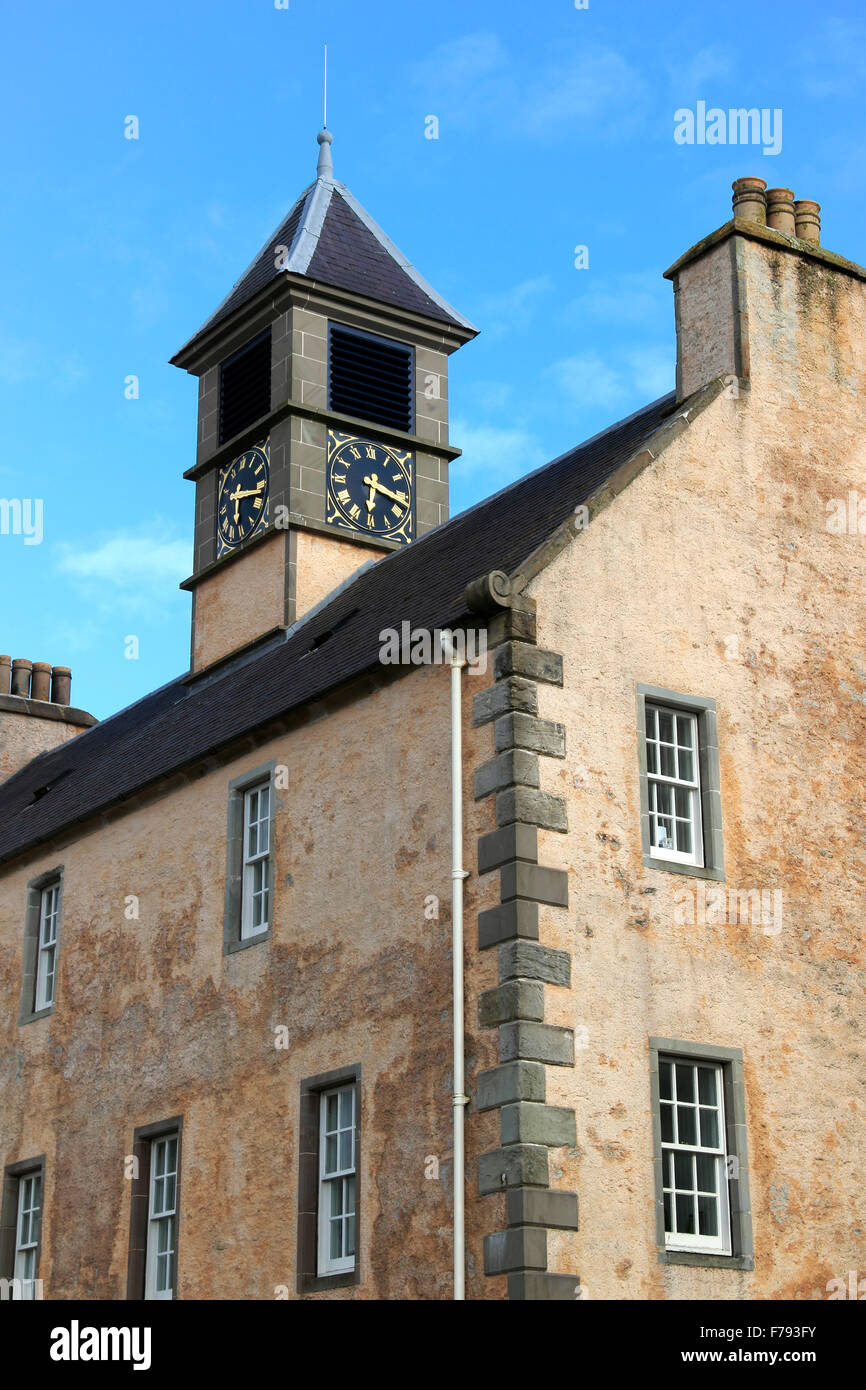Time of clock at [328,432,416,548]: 6:17
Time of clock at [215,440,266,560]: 6:17
